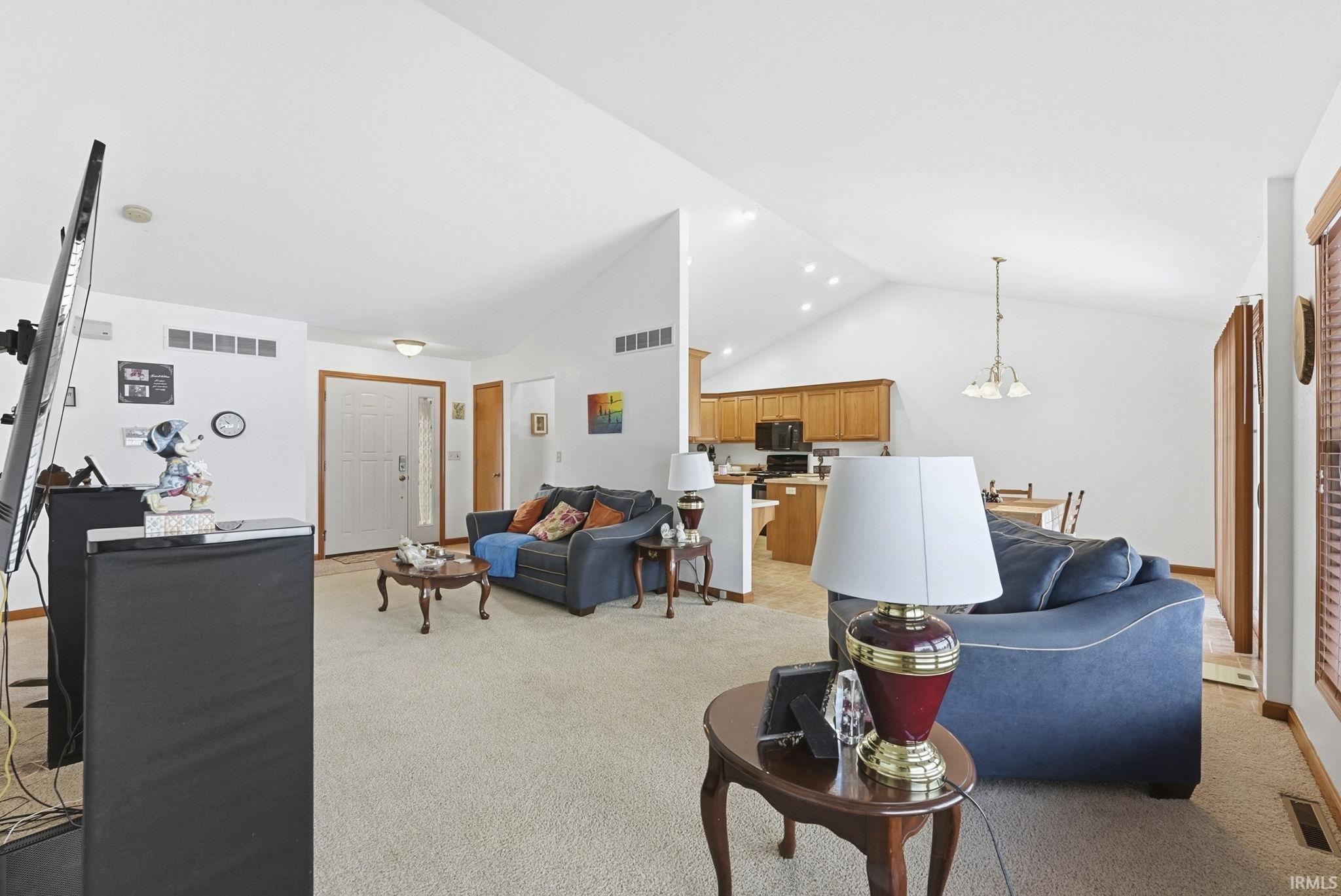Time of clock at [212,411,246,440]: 10:40
